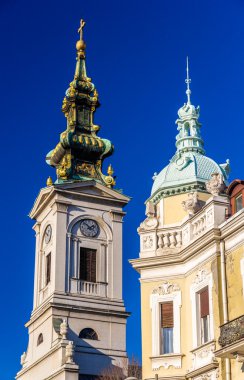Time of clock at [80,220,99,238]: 1:52
